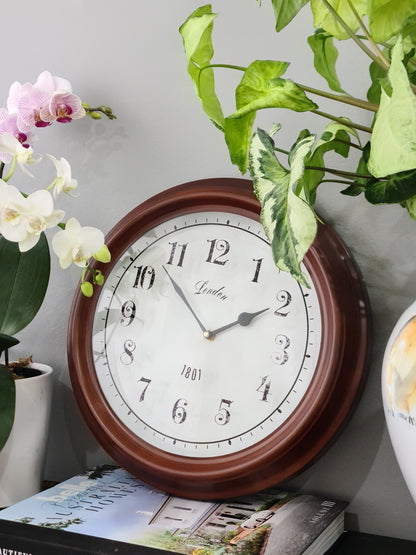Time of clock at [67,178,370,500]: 1:52
